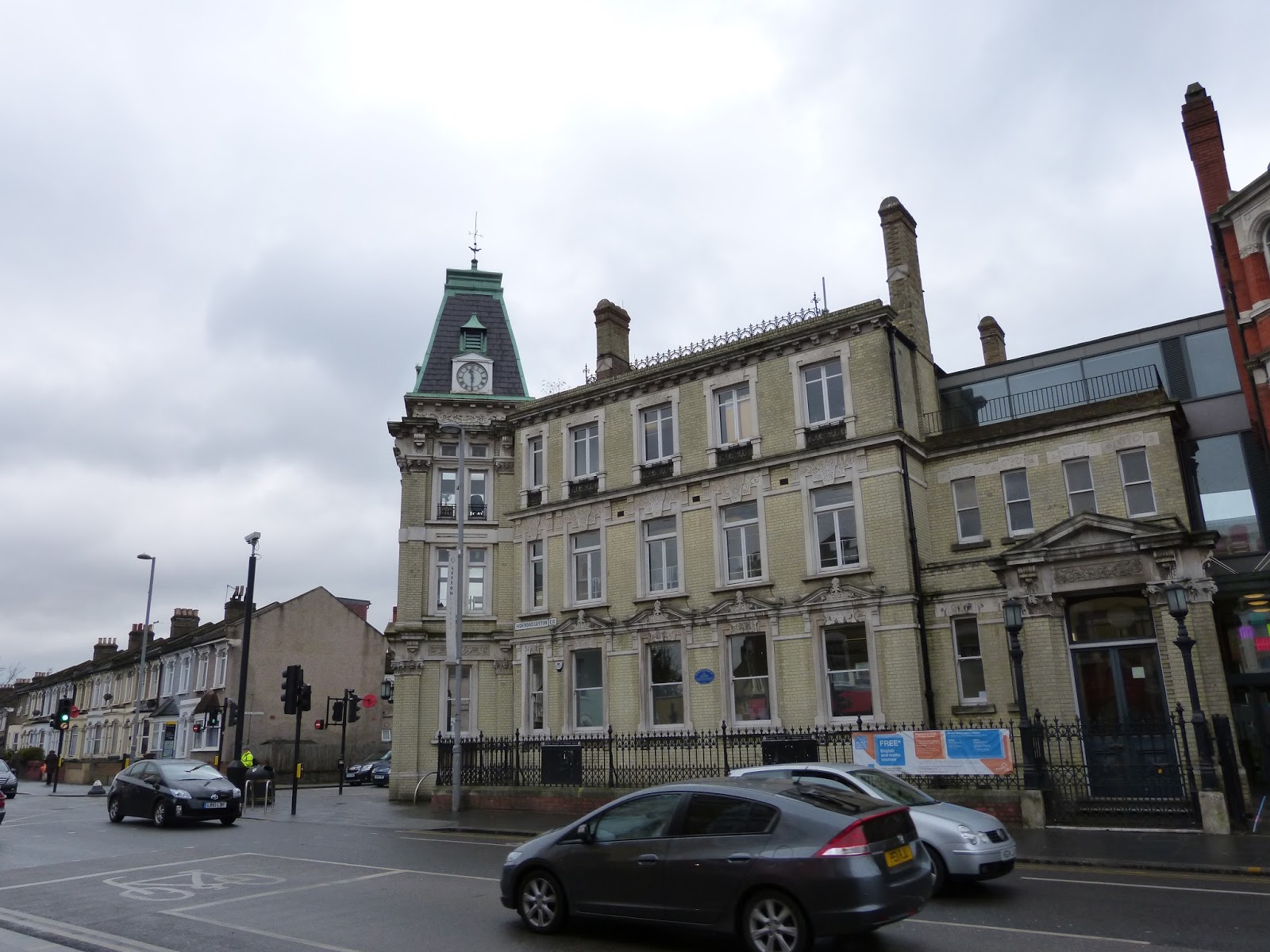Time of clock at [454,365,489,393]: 11:30
